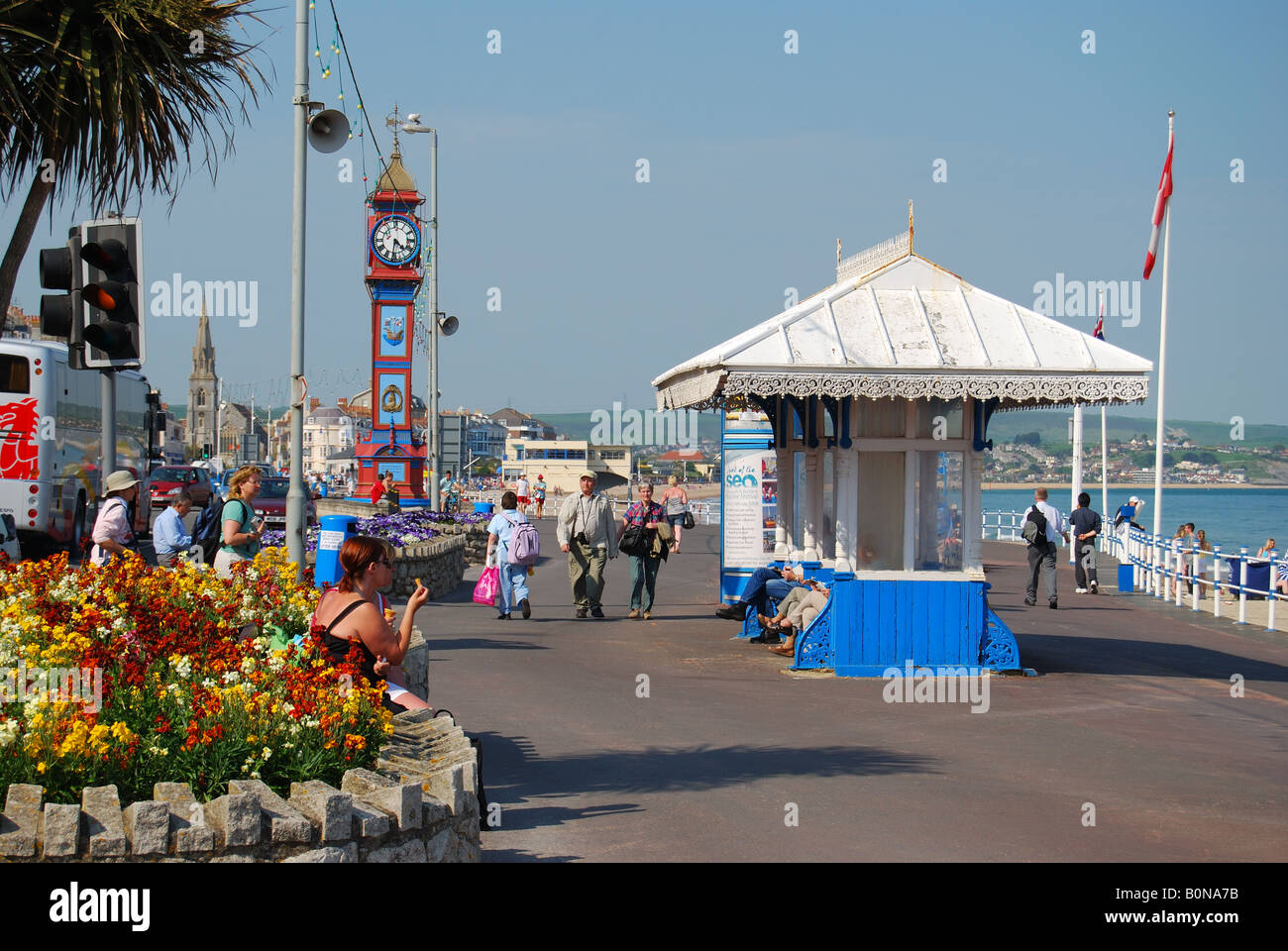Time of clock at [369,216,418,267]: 4:31
